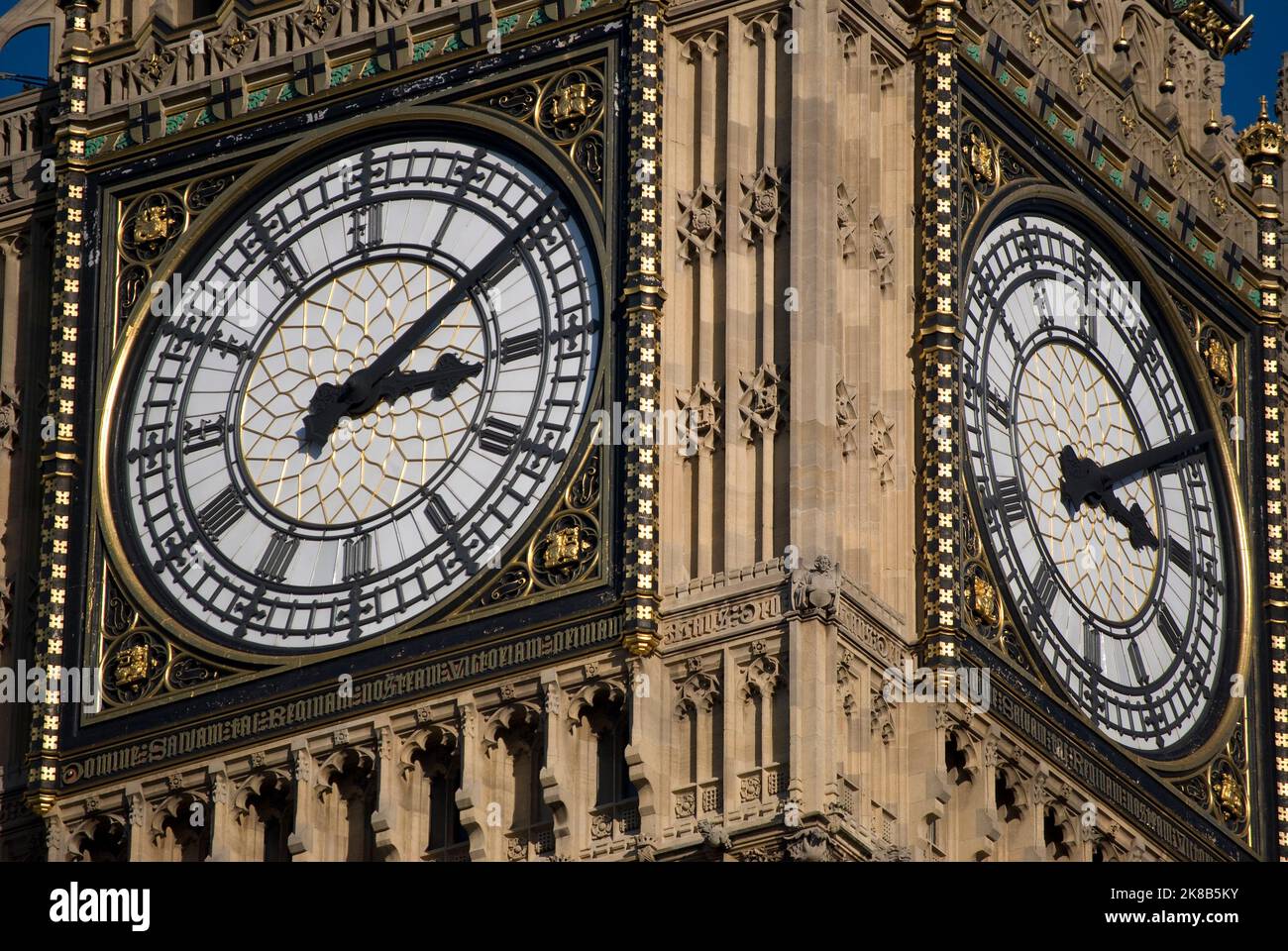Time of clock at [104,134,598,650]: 3:09
